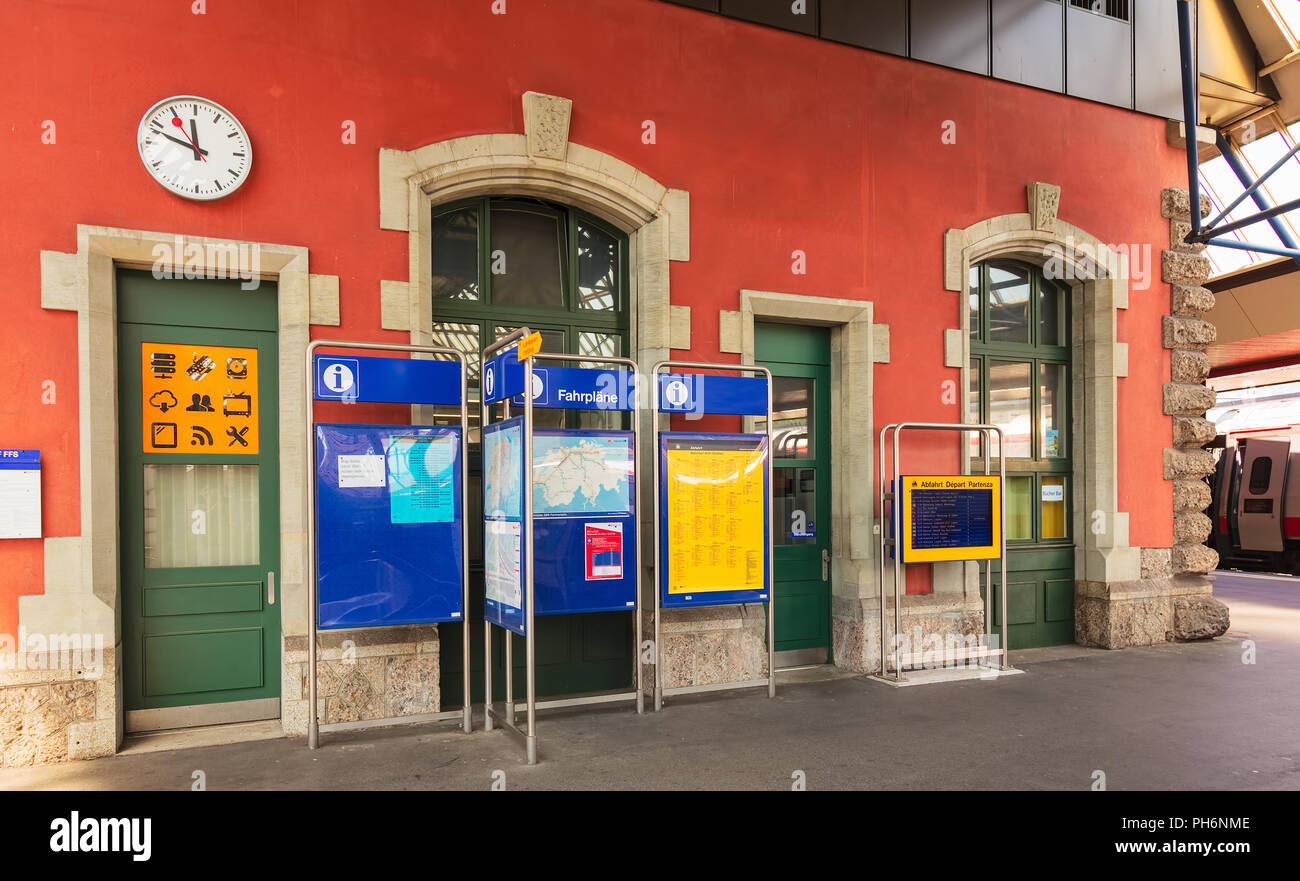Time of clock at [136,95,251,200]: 11:48
